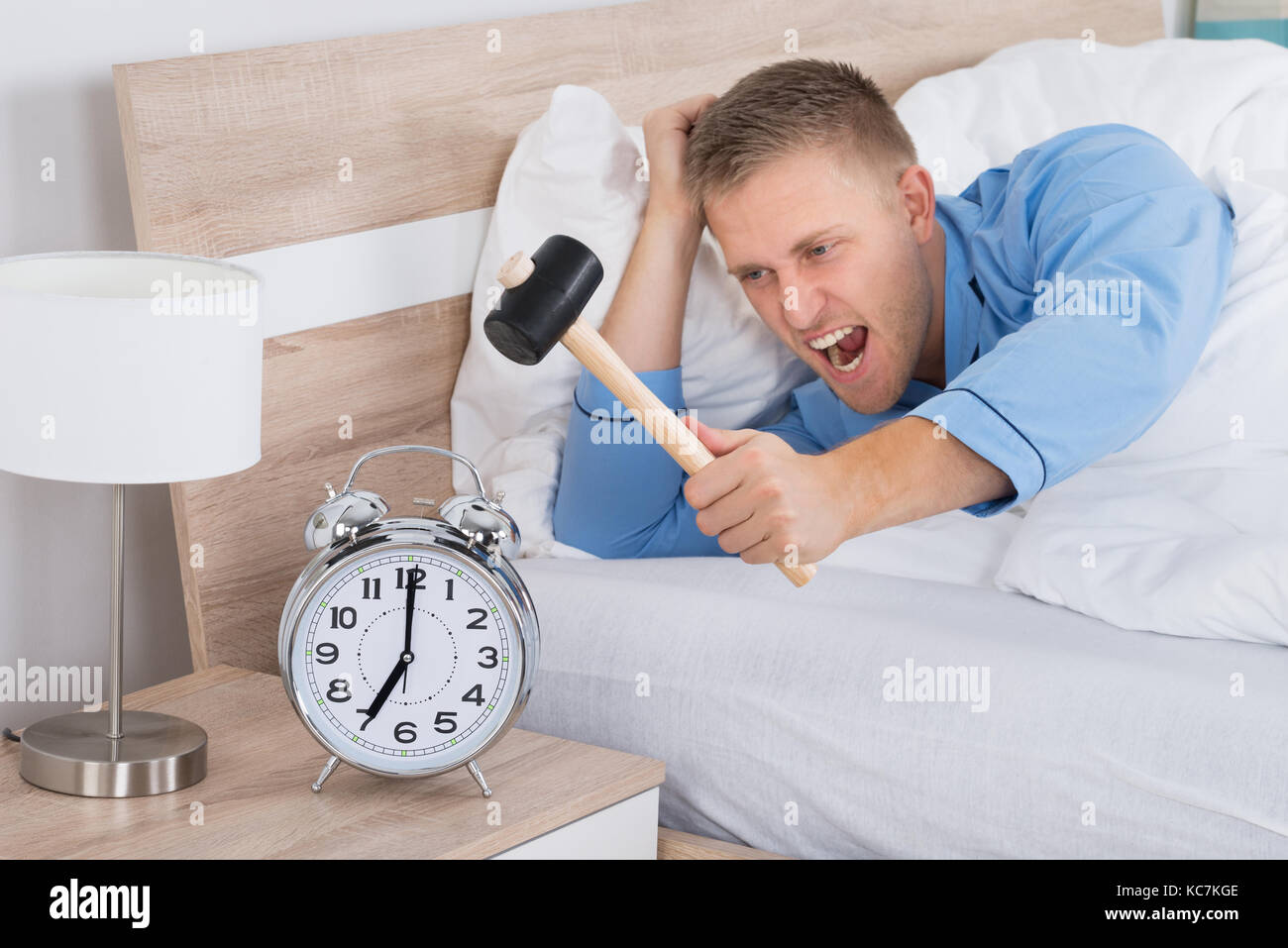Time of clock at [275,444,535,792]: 7:00
